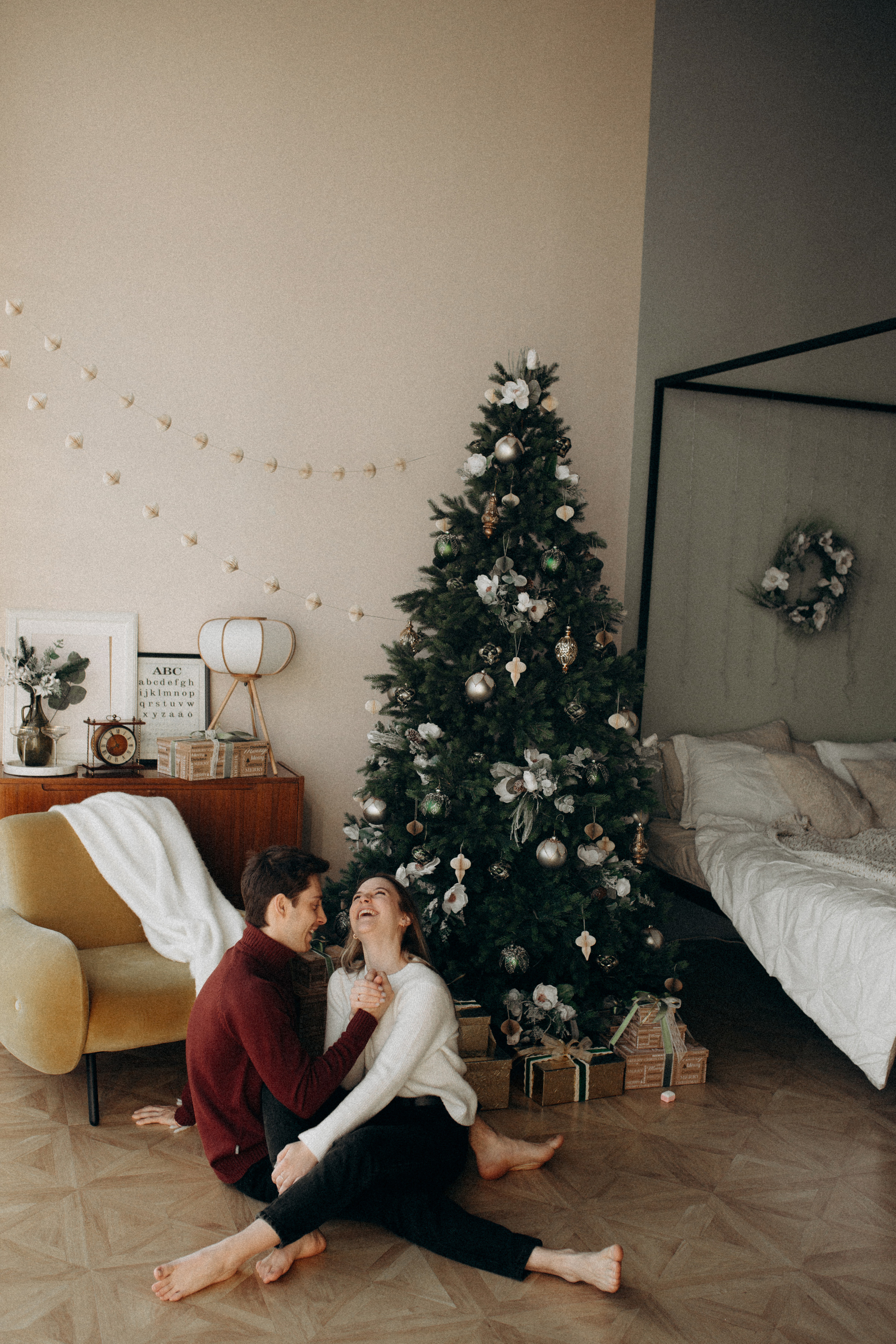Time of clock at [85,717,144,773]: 7:55
